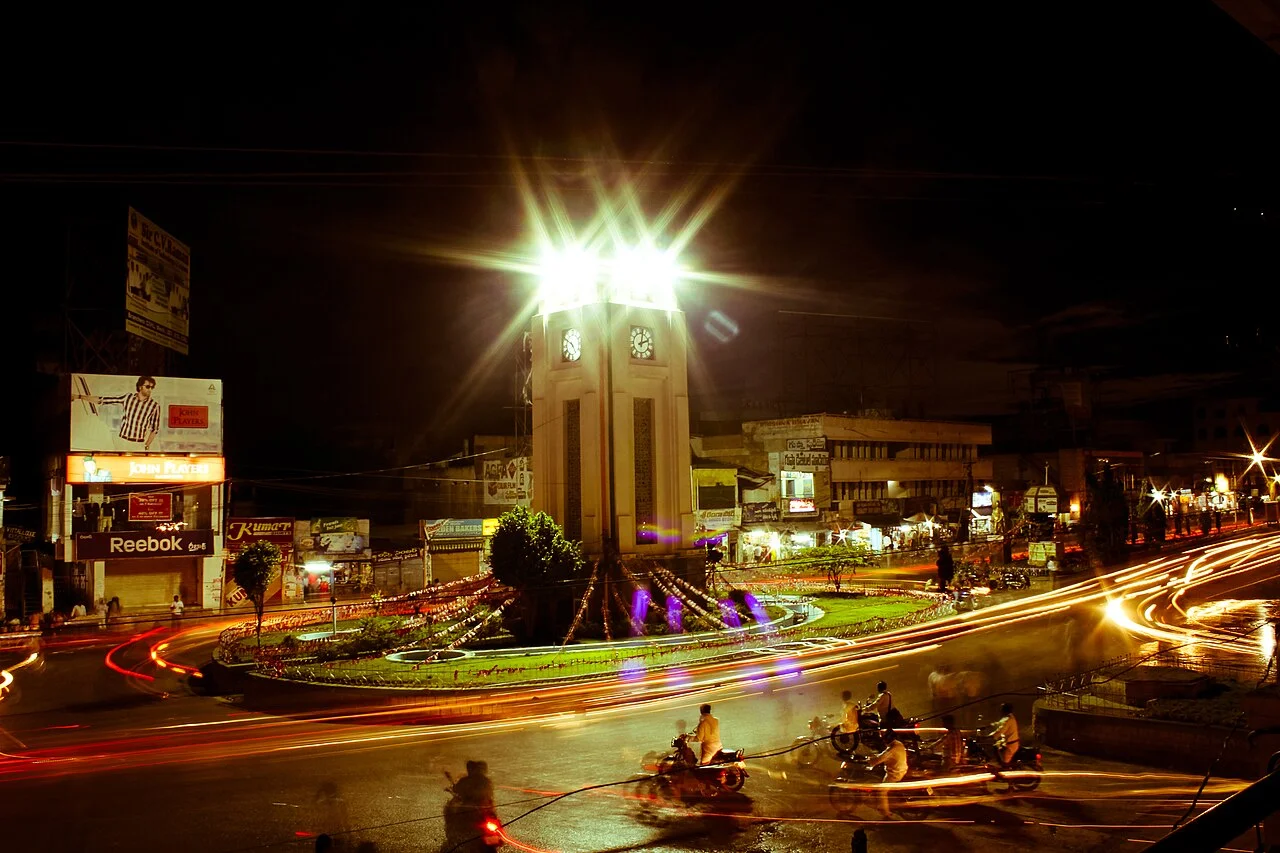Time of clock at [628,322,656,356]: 2:01
